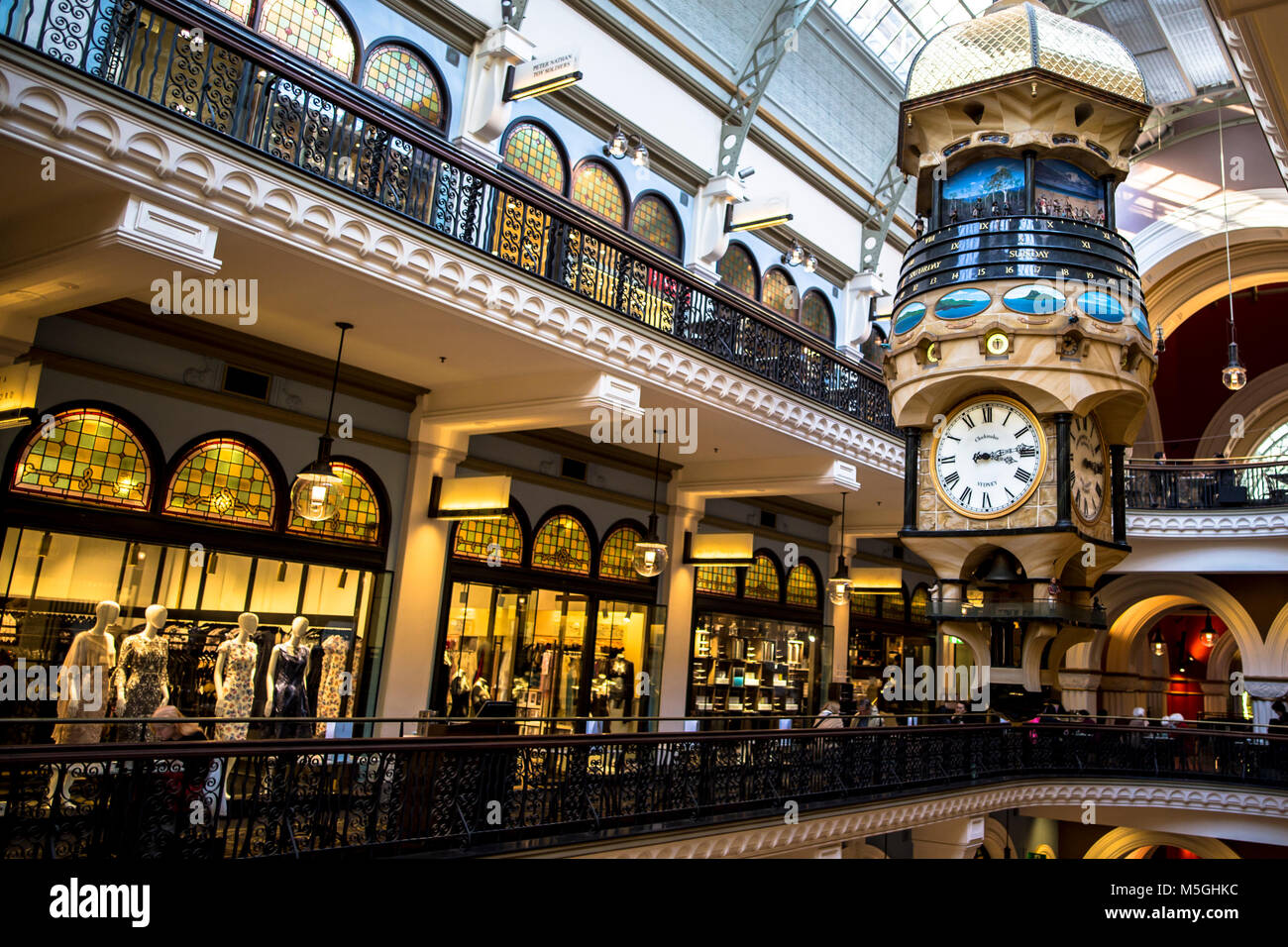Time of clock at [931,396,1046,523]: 3:13
